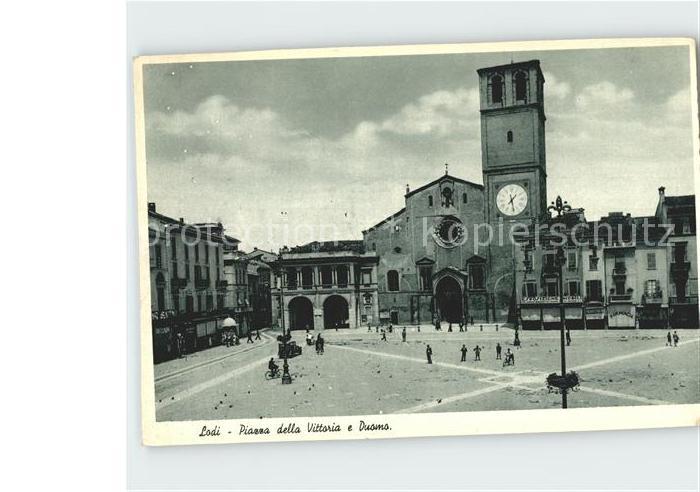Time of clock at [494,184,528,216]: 7:28
